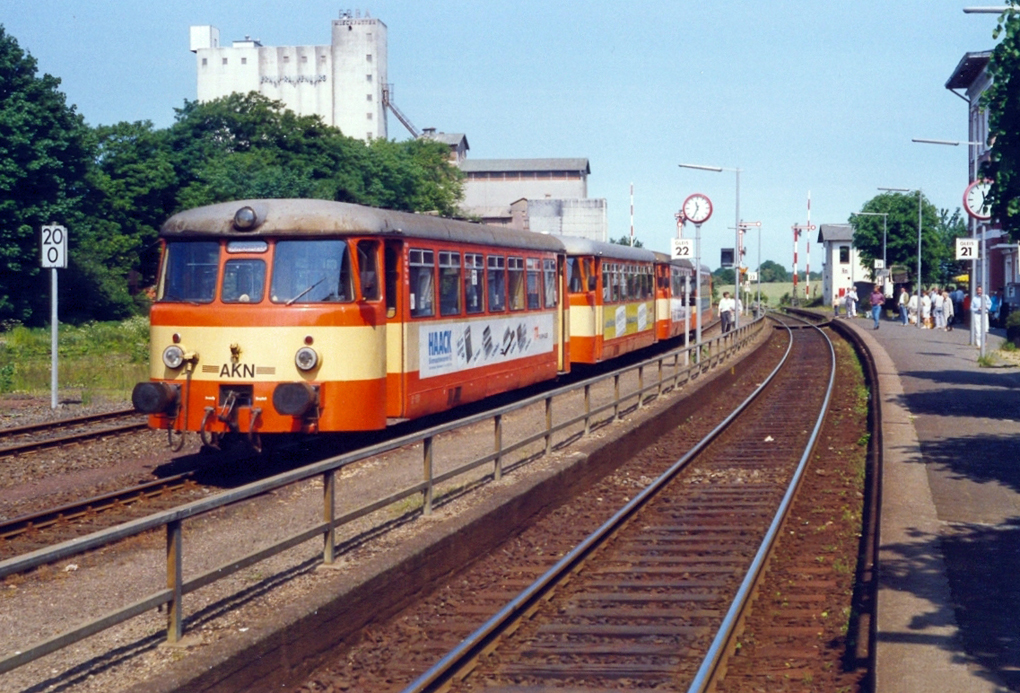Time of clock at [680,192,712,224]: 11:34
